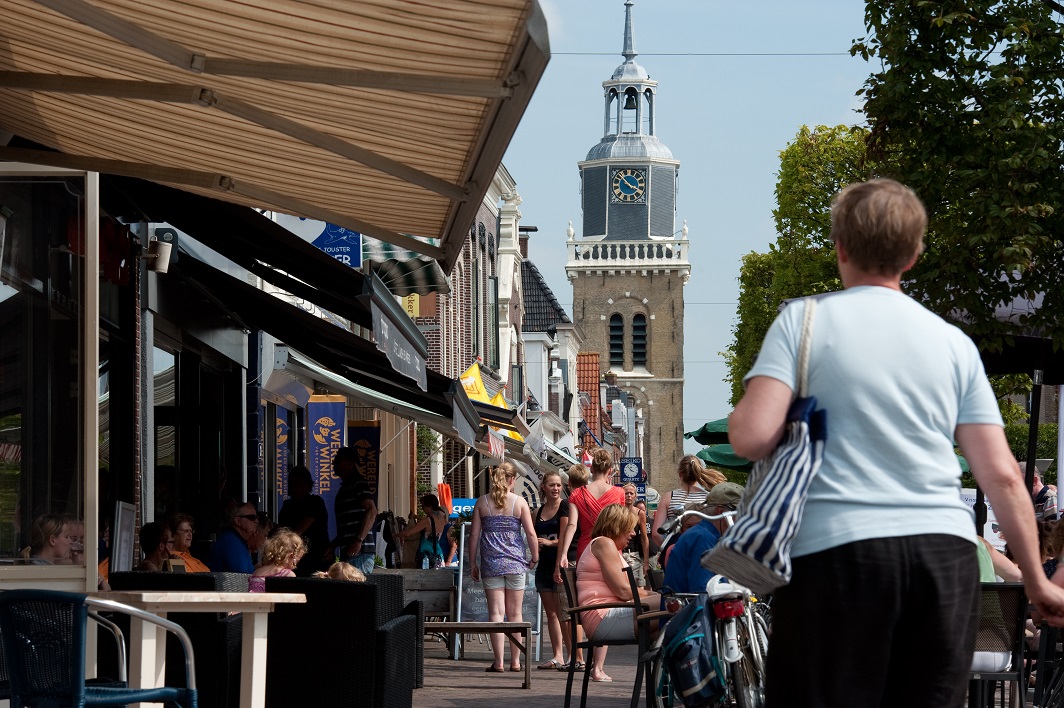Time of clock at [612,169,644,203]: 3:52
